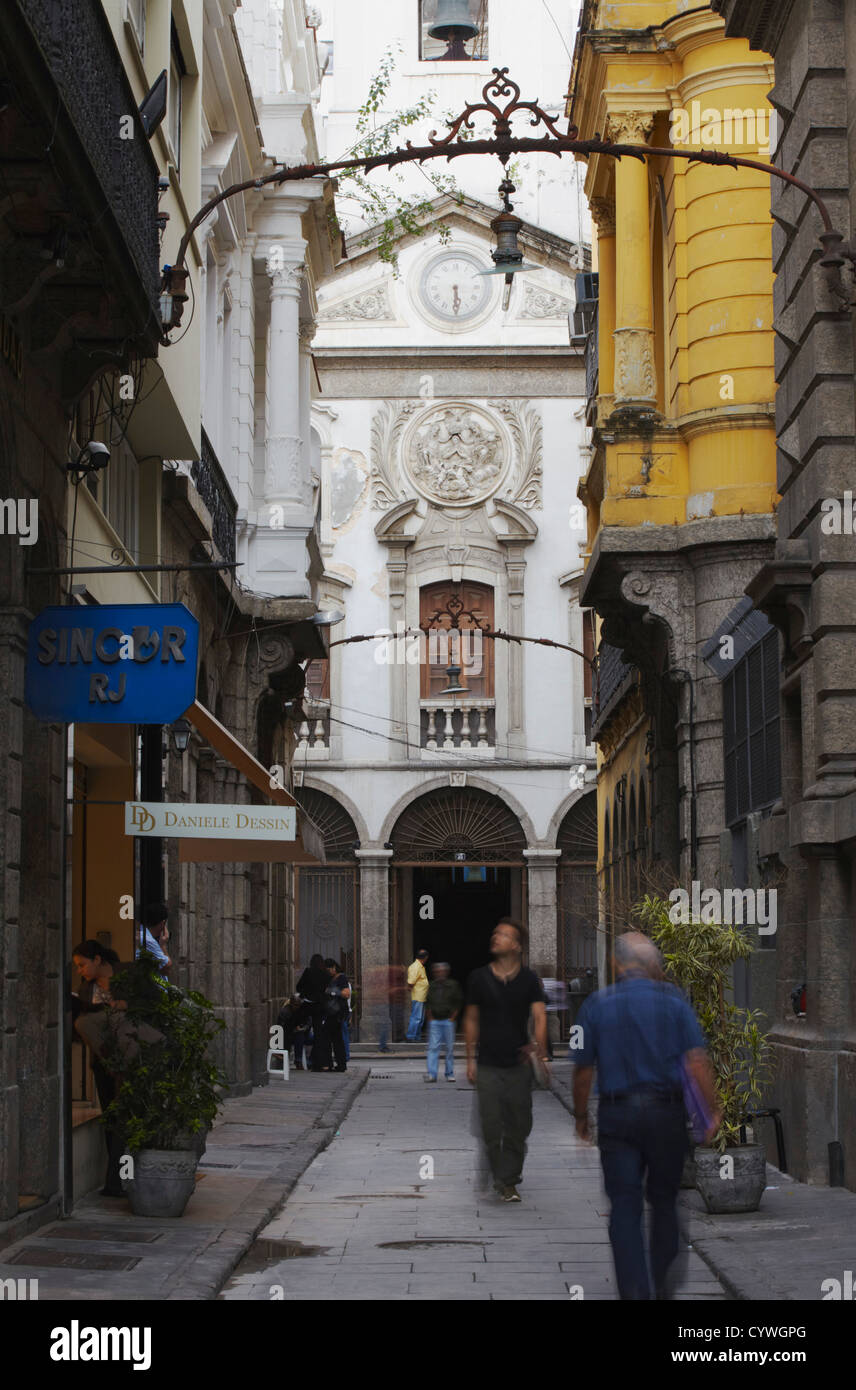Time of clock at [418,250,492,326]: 5:29
